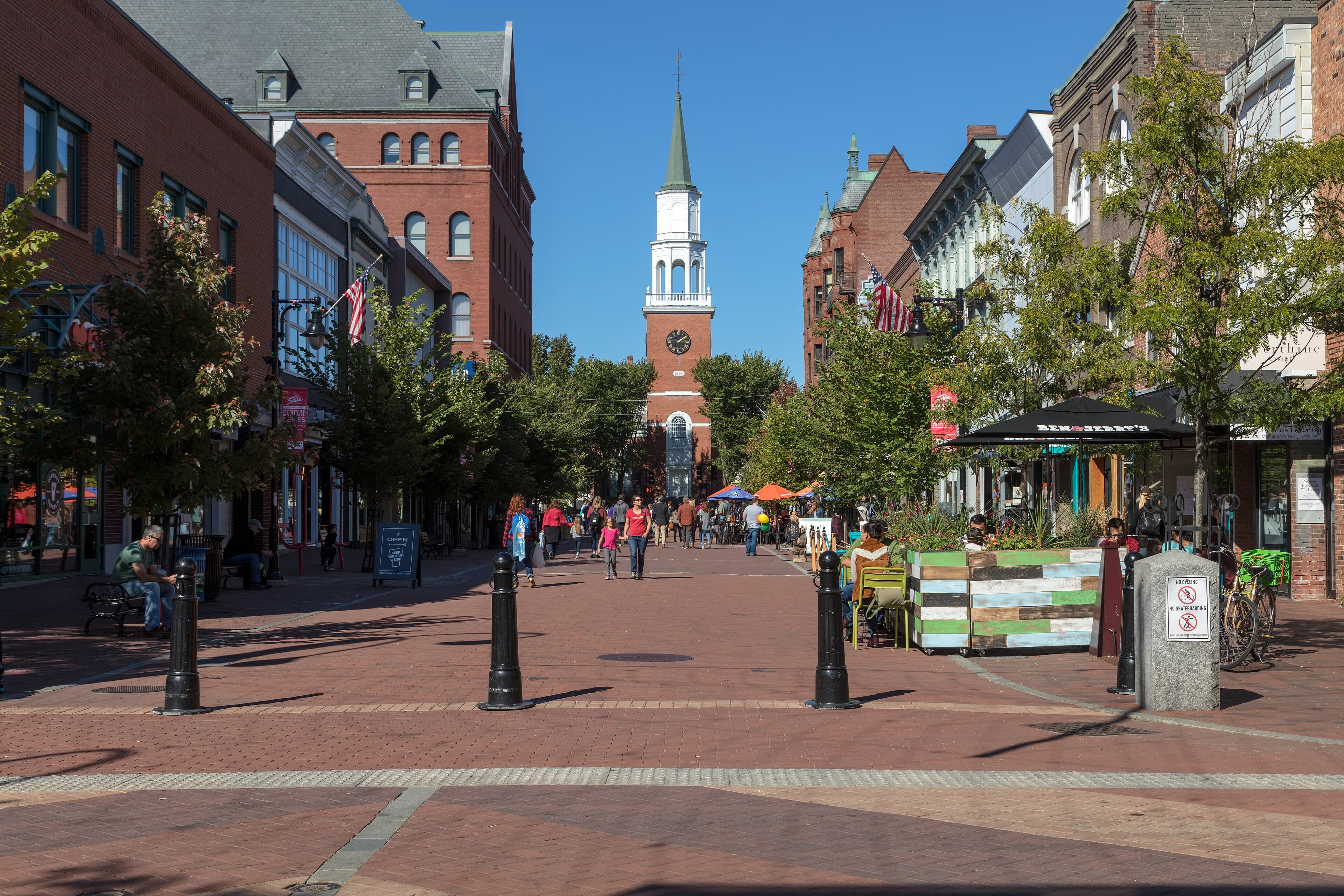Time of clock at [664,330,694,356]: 2:09
